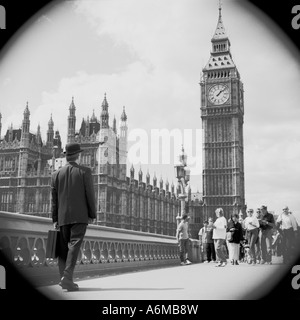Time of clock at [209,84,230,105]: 1:08
